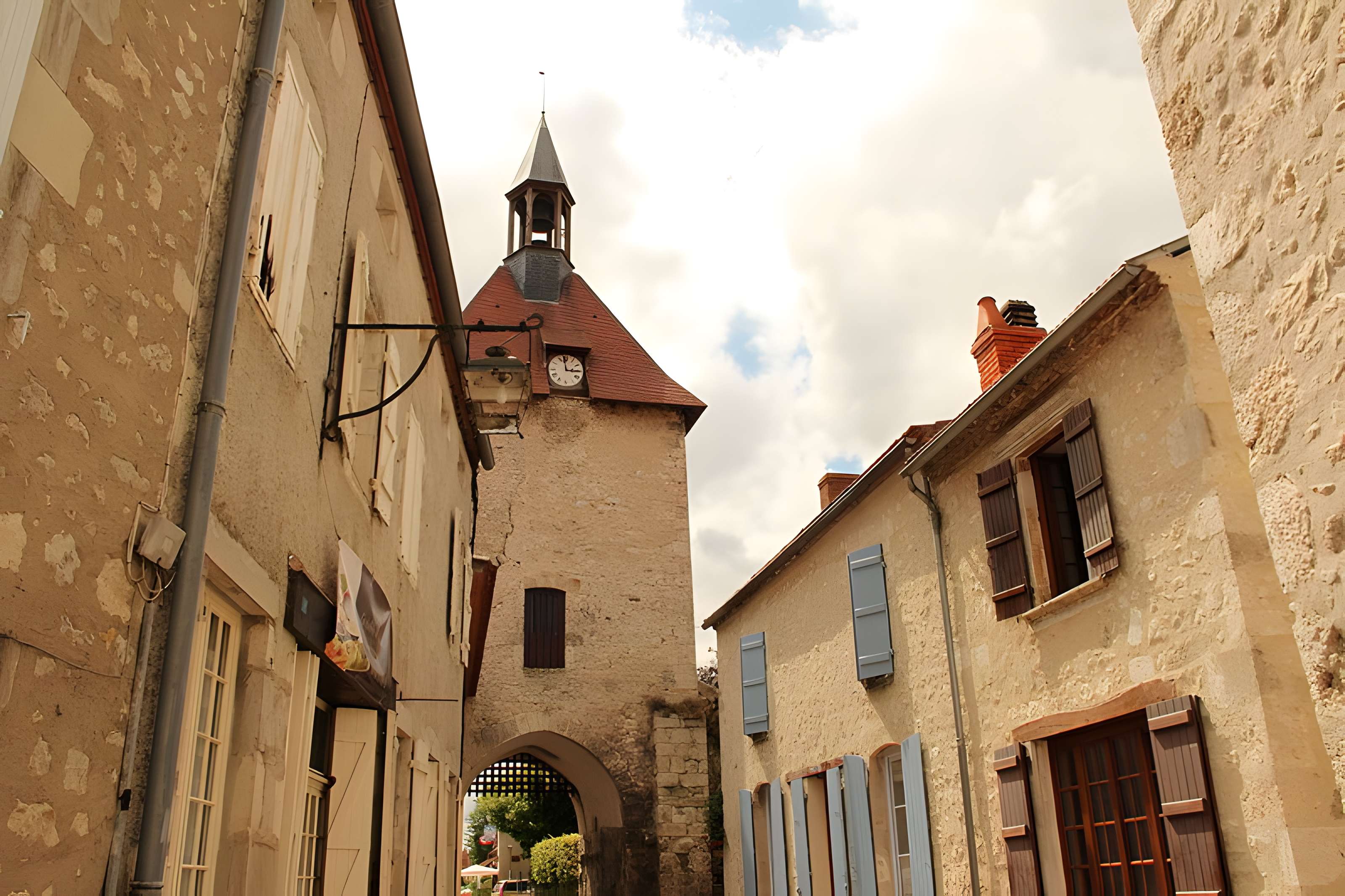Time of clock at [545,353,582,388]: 2:58
